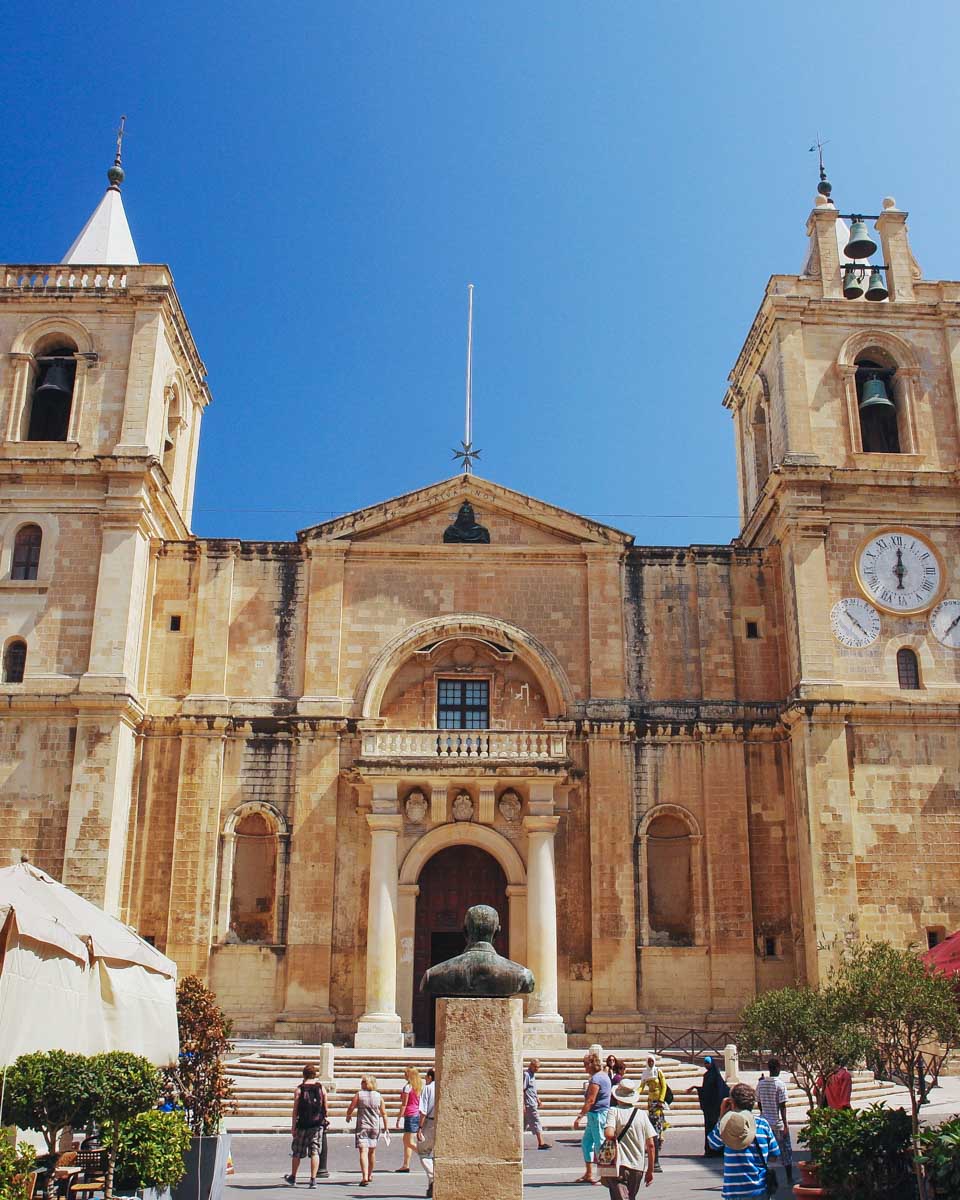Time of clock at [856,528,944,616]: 6:00
